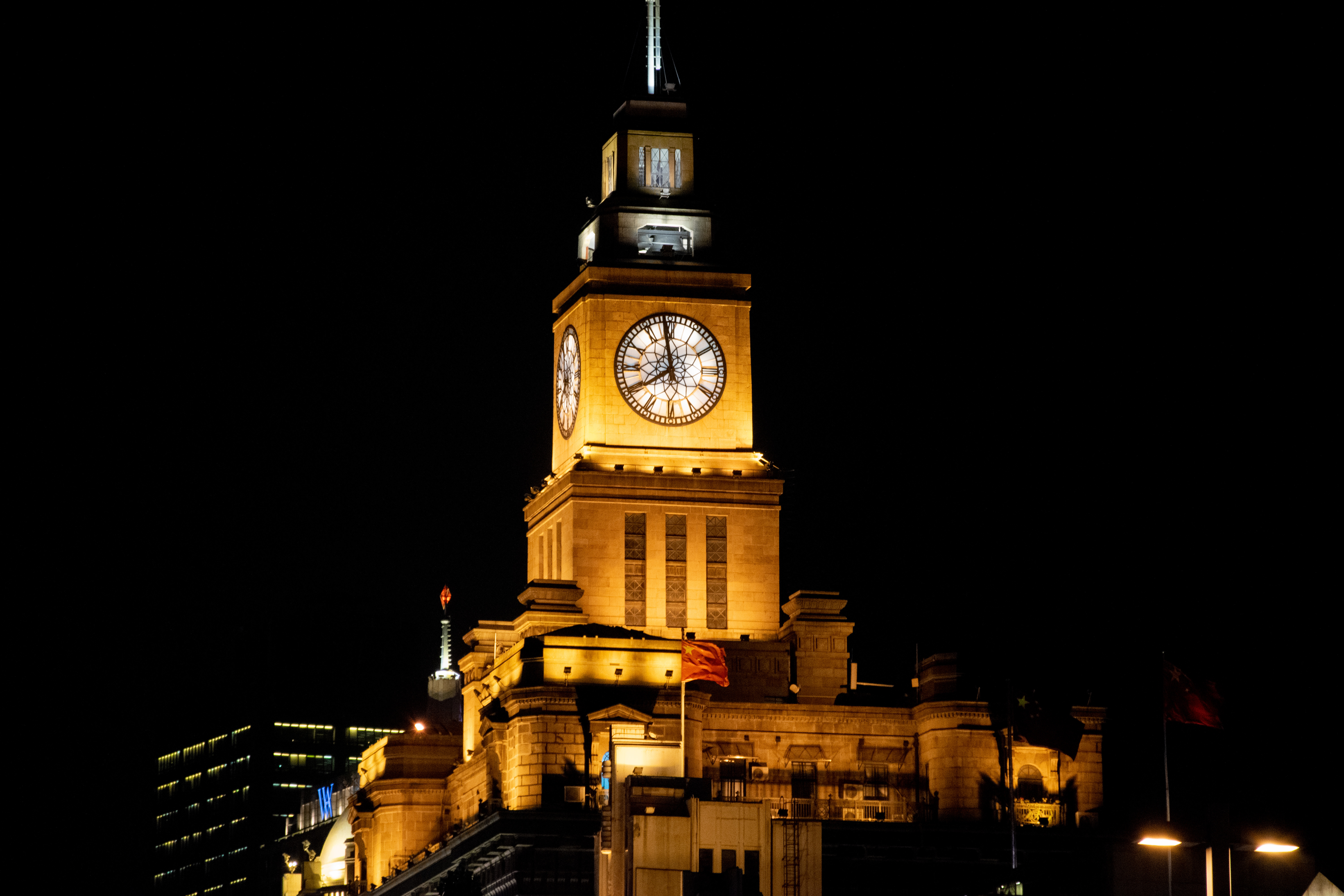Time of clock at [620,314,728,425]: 7:58
